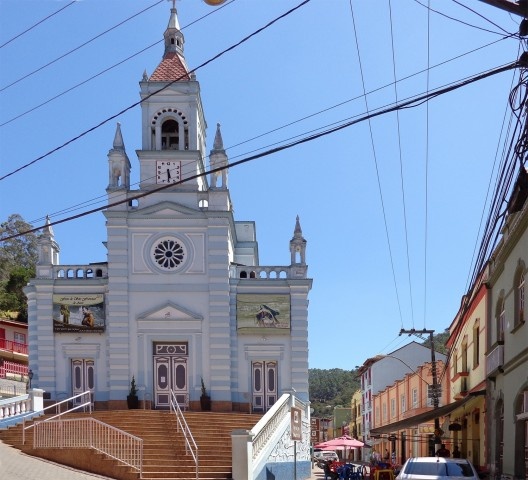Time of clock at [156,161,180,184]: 5:30
